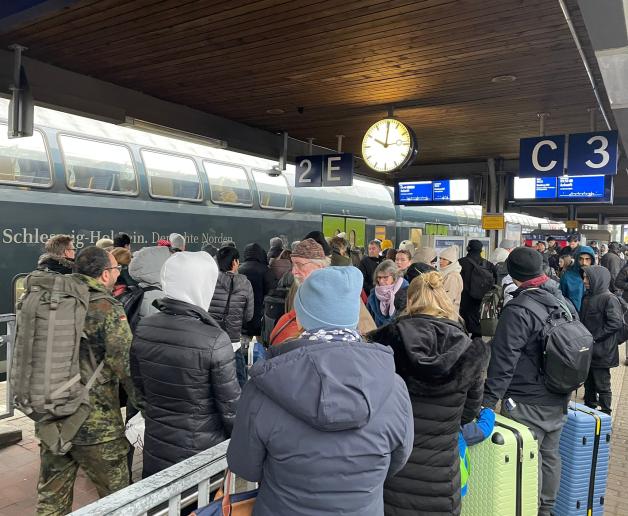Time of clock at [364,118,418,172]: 10:00
